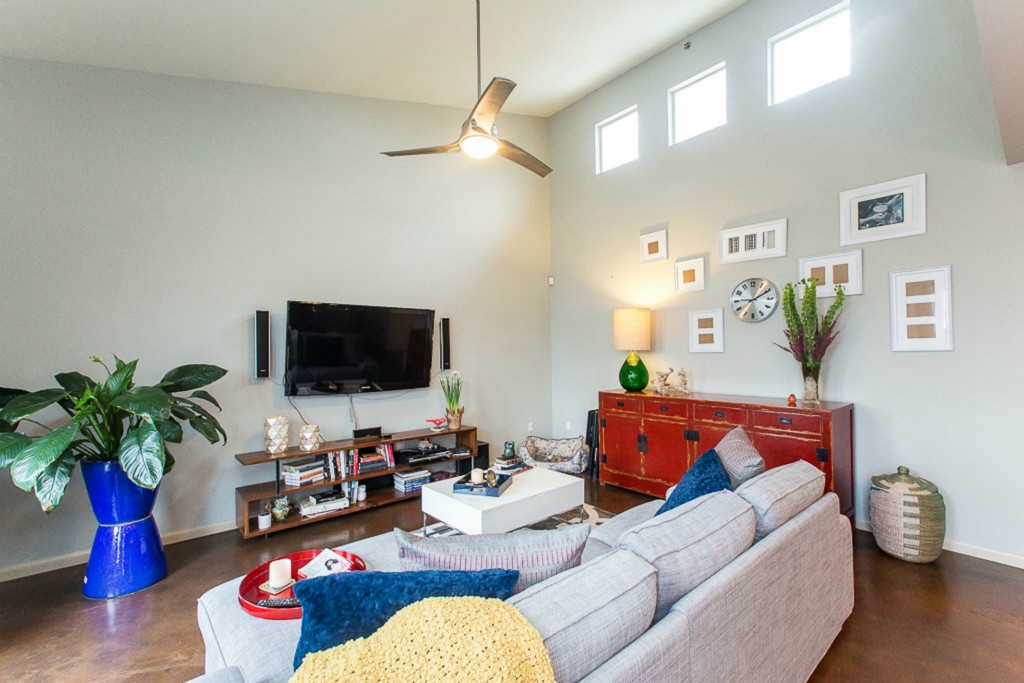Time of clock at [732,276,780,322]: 9:10
